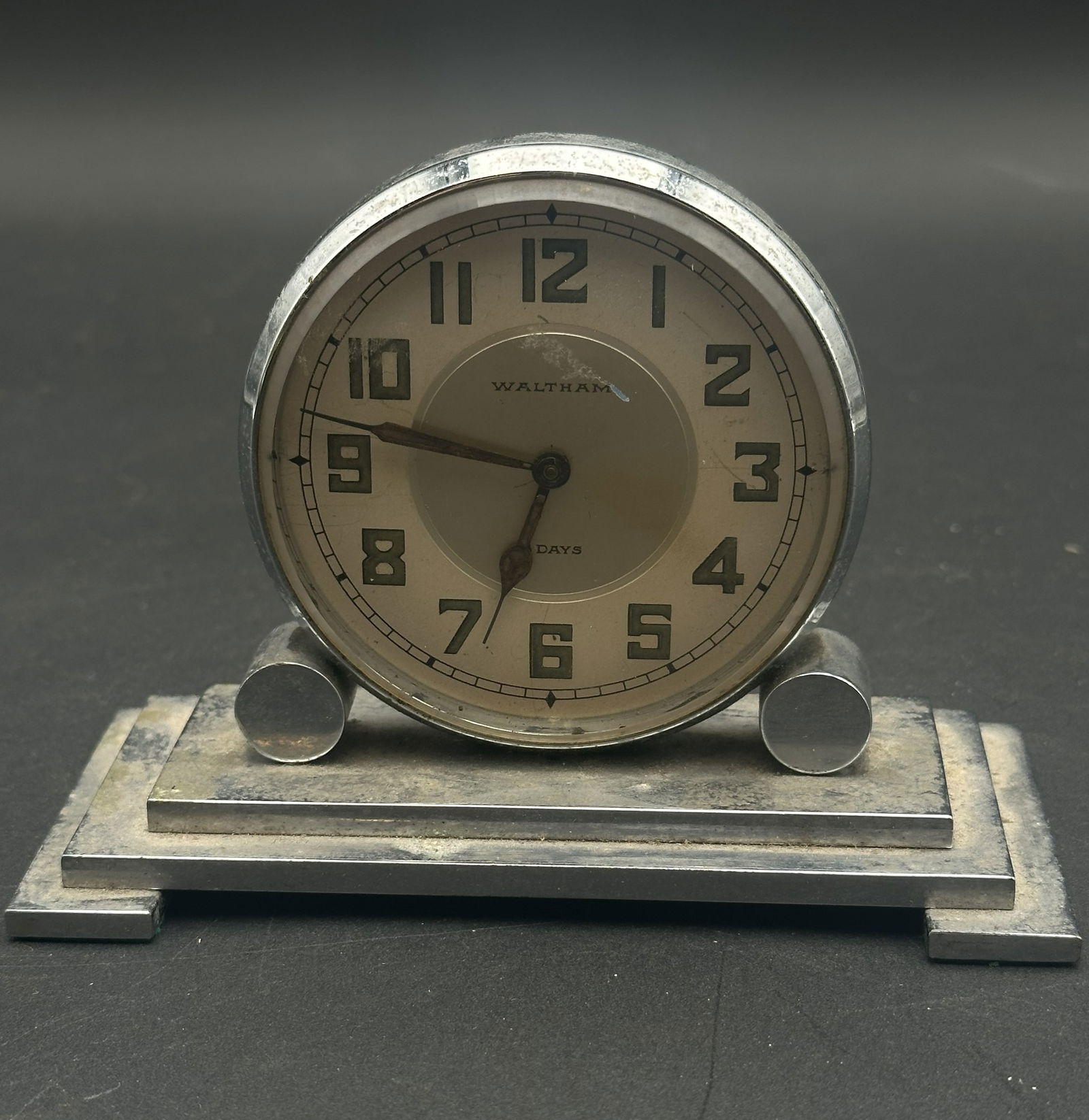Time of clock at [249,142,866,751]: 6:46
